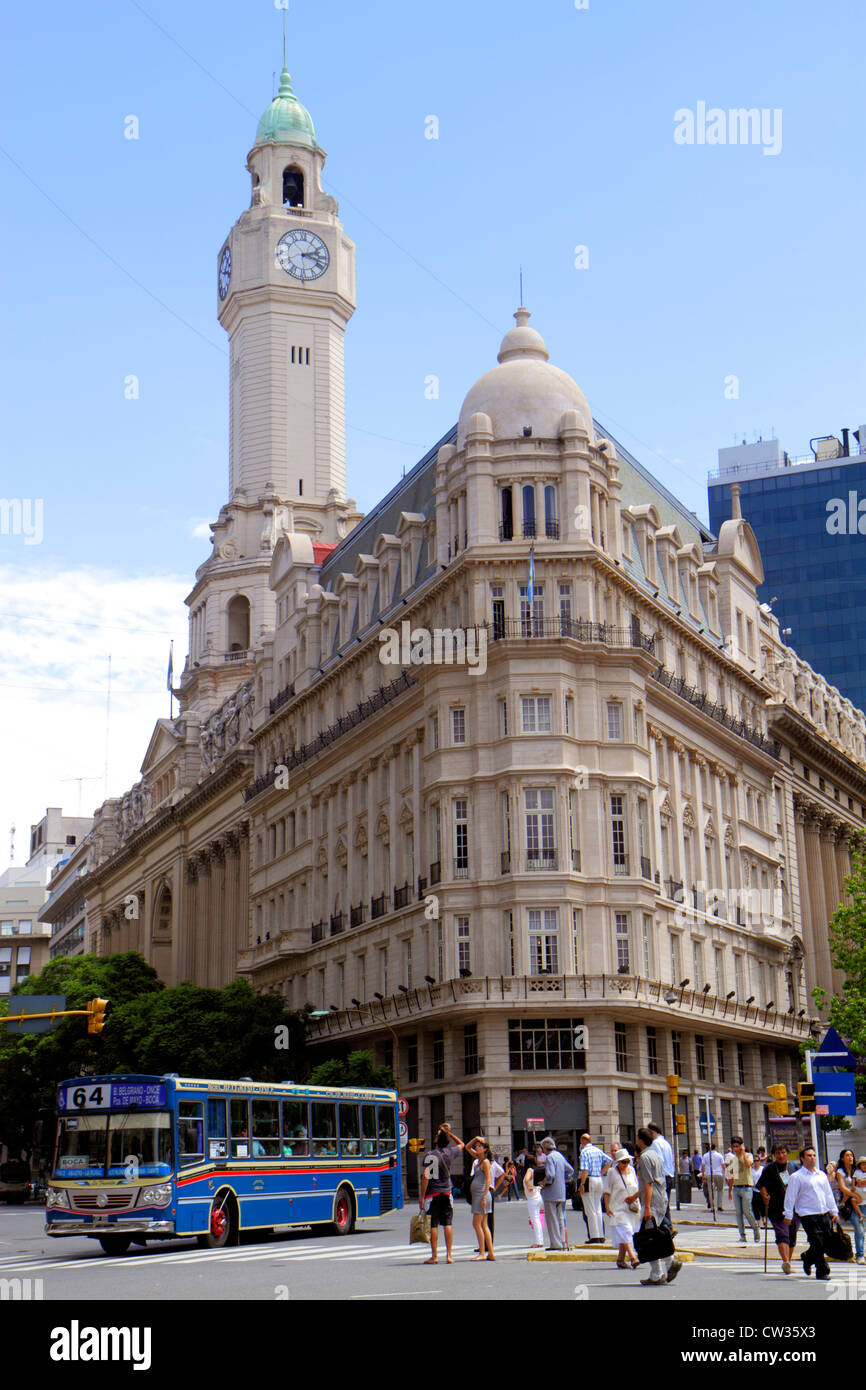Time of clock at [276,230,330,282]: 2:18
